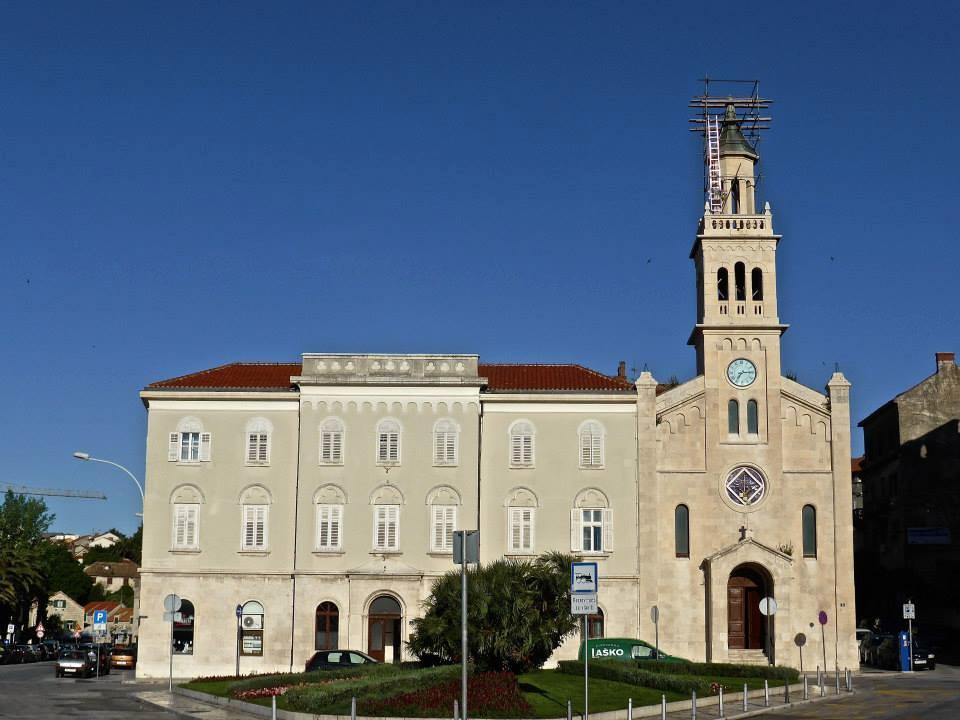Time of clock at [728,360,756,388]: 7:14
